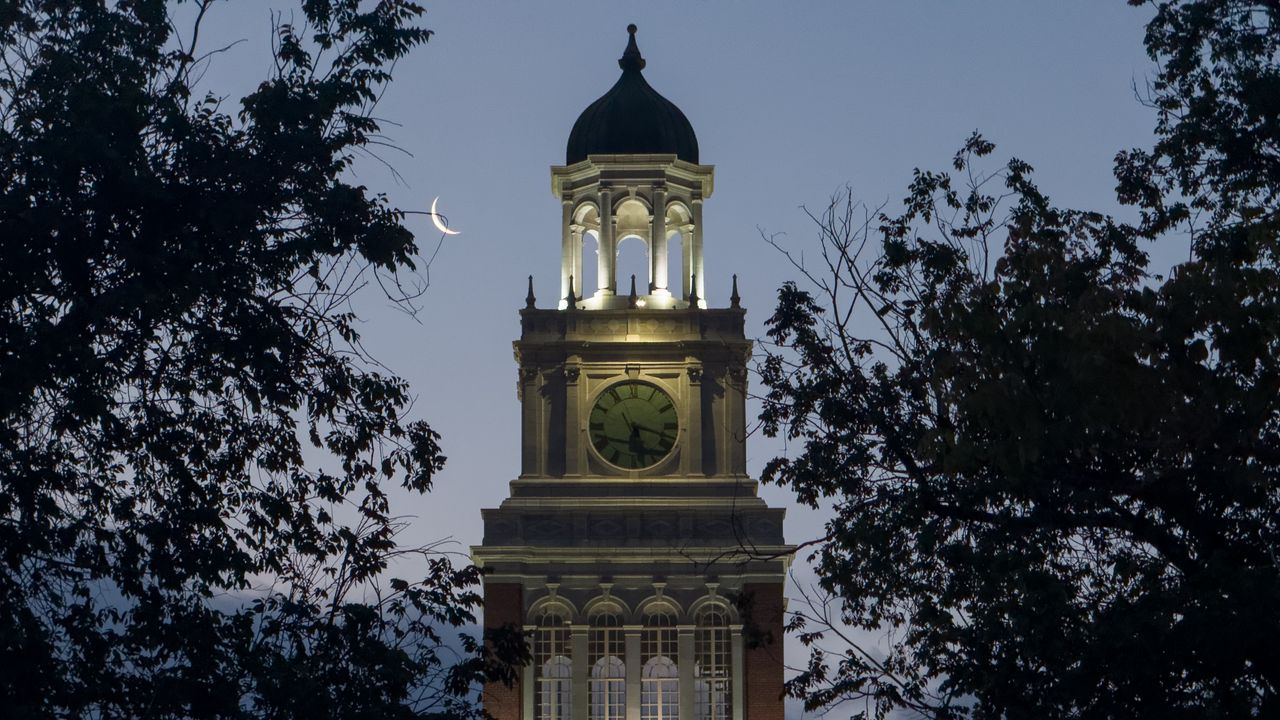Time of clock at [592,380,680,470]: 5:18
